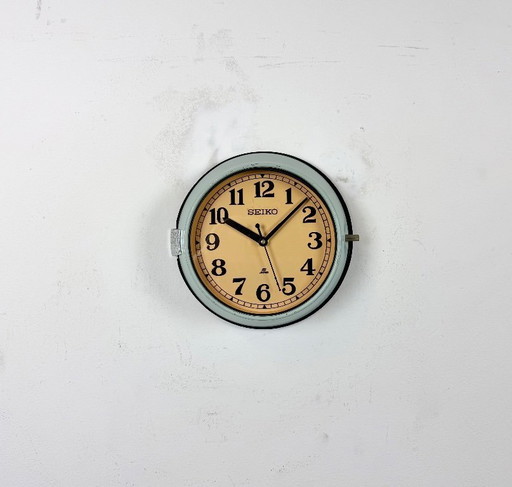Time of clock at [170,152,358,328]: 10:07
